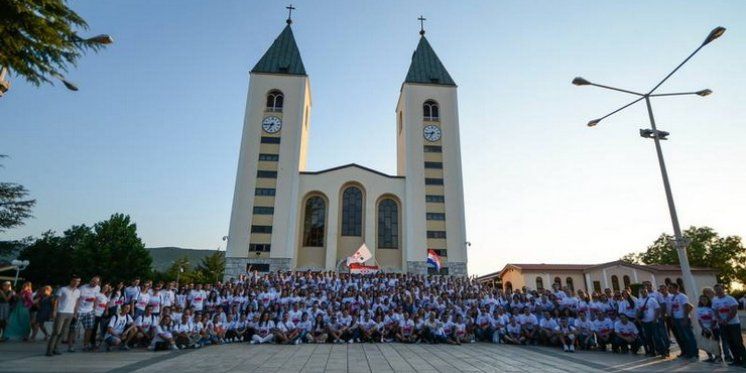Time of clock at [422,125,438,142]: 6:43
